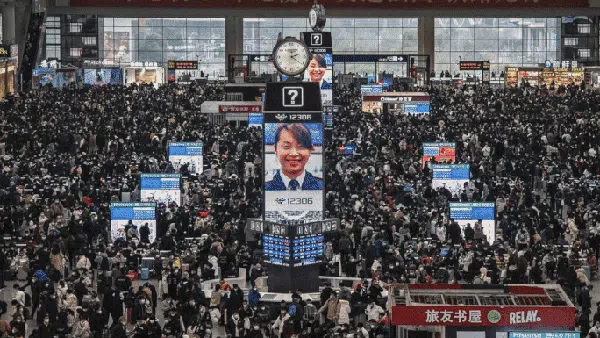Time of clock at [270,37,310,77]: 2:21
